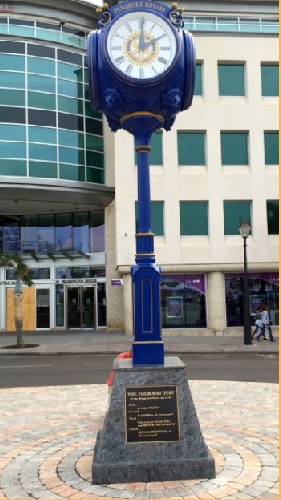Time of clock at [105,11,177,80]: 2:00
